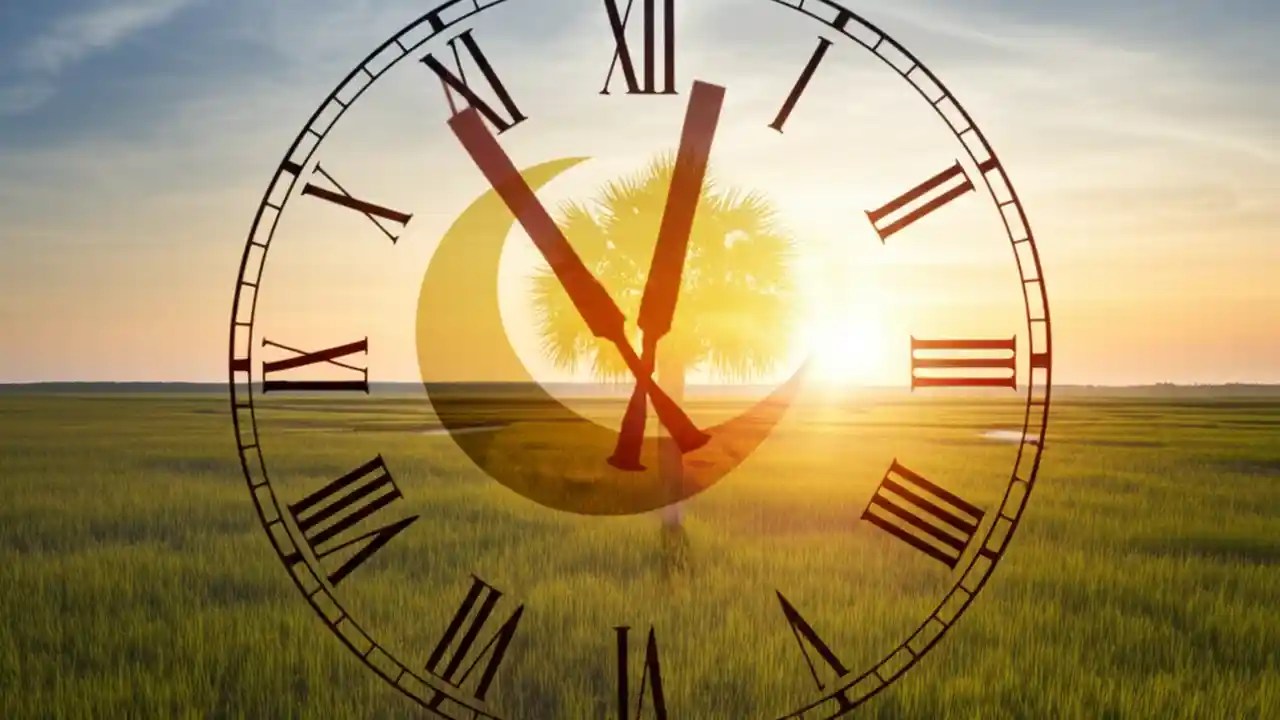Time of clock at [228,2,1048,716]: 11:02
